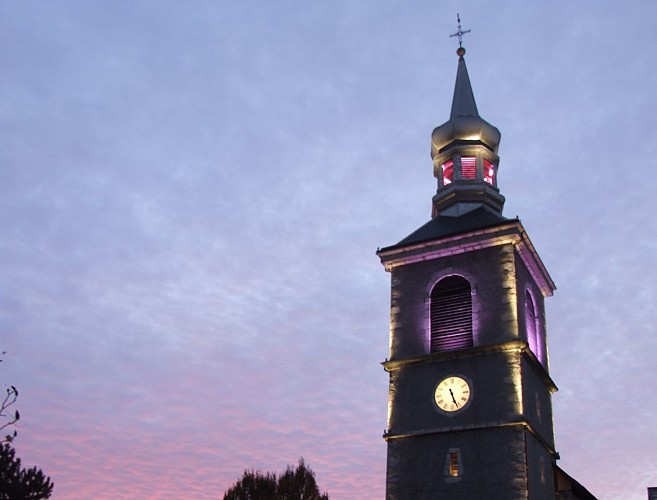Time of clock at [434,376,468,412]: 5:26
